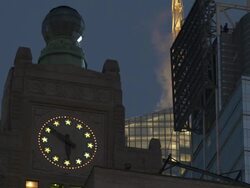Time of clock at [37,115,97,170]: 5:51
